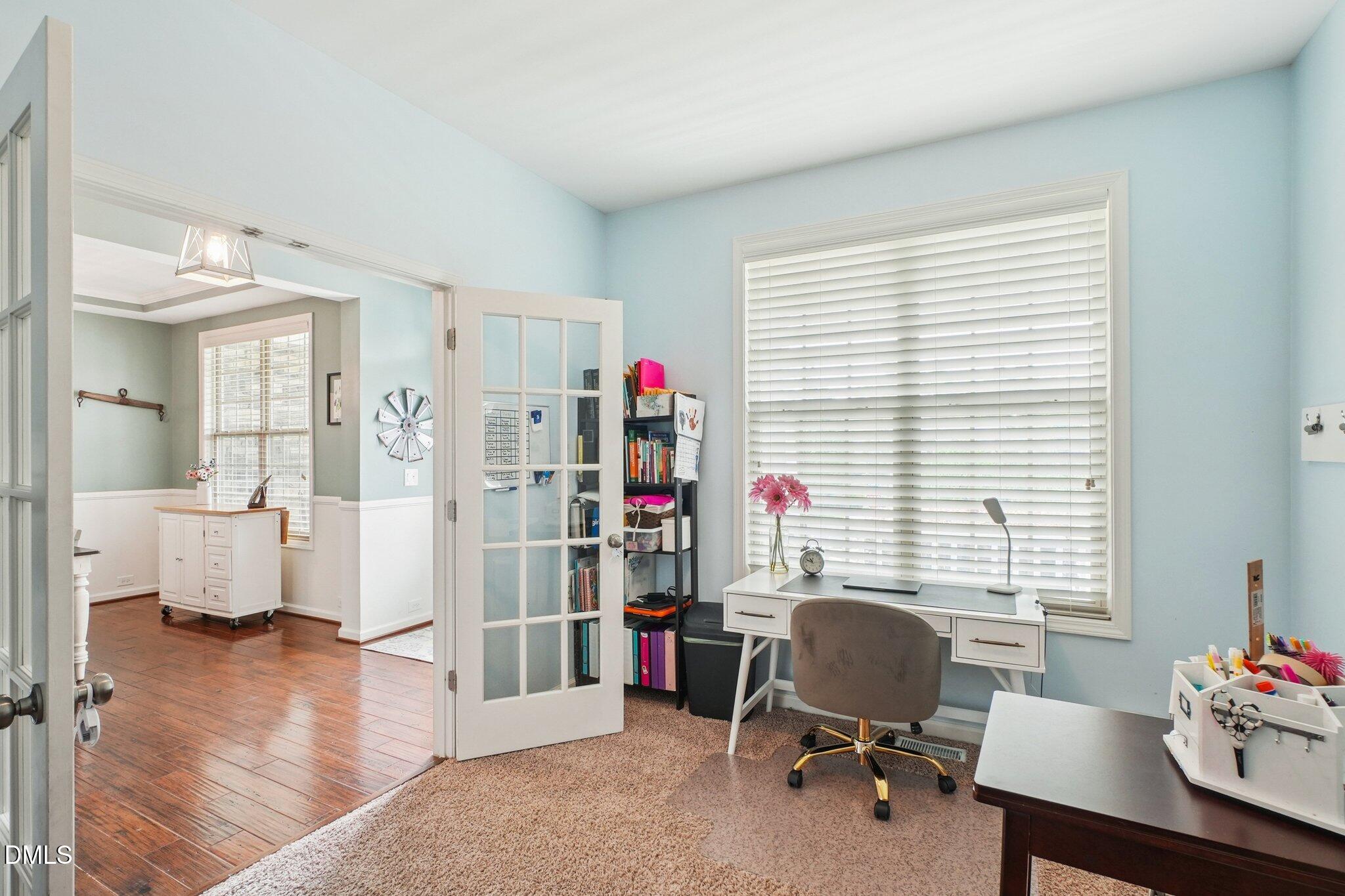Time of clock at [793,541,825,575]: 10:48
